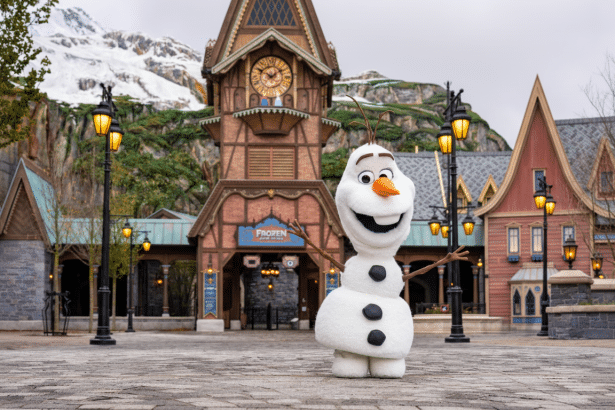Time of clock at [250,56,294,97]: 1:50
